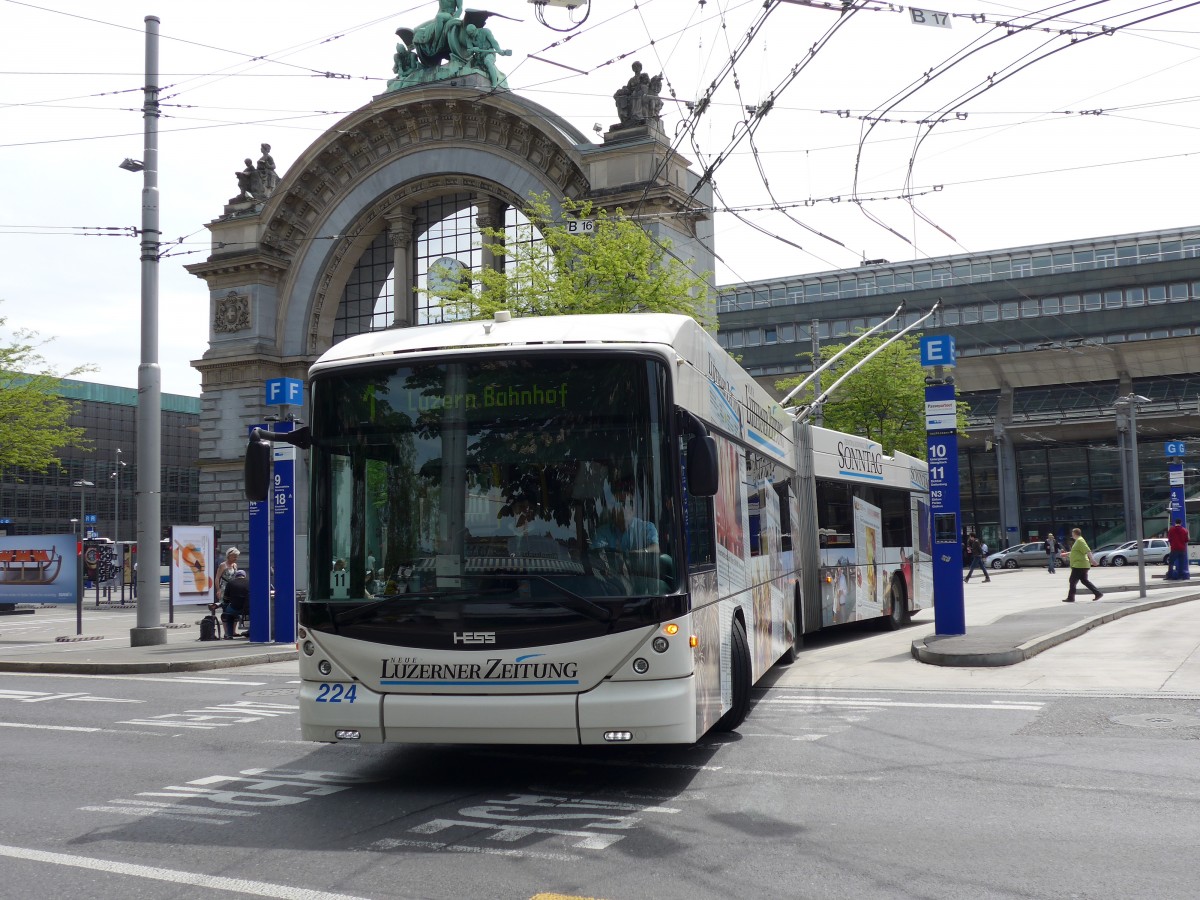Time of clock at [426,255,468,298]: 1:18
